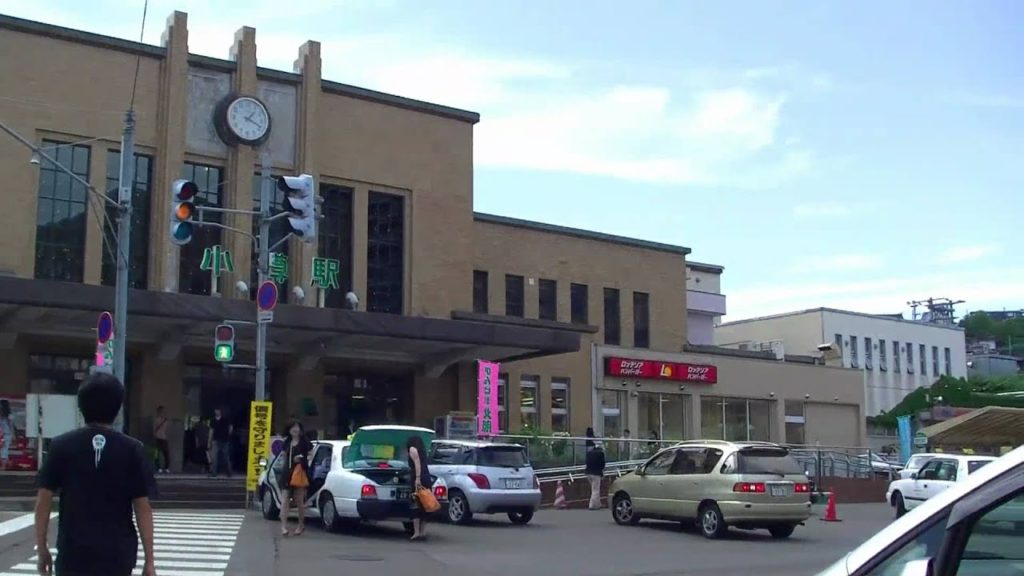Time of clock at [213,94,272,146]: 1:18
